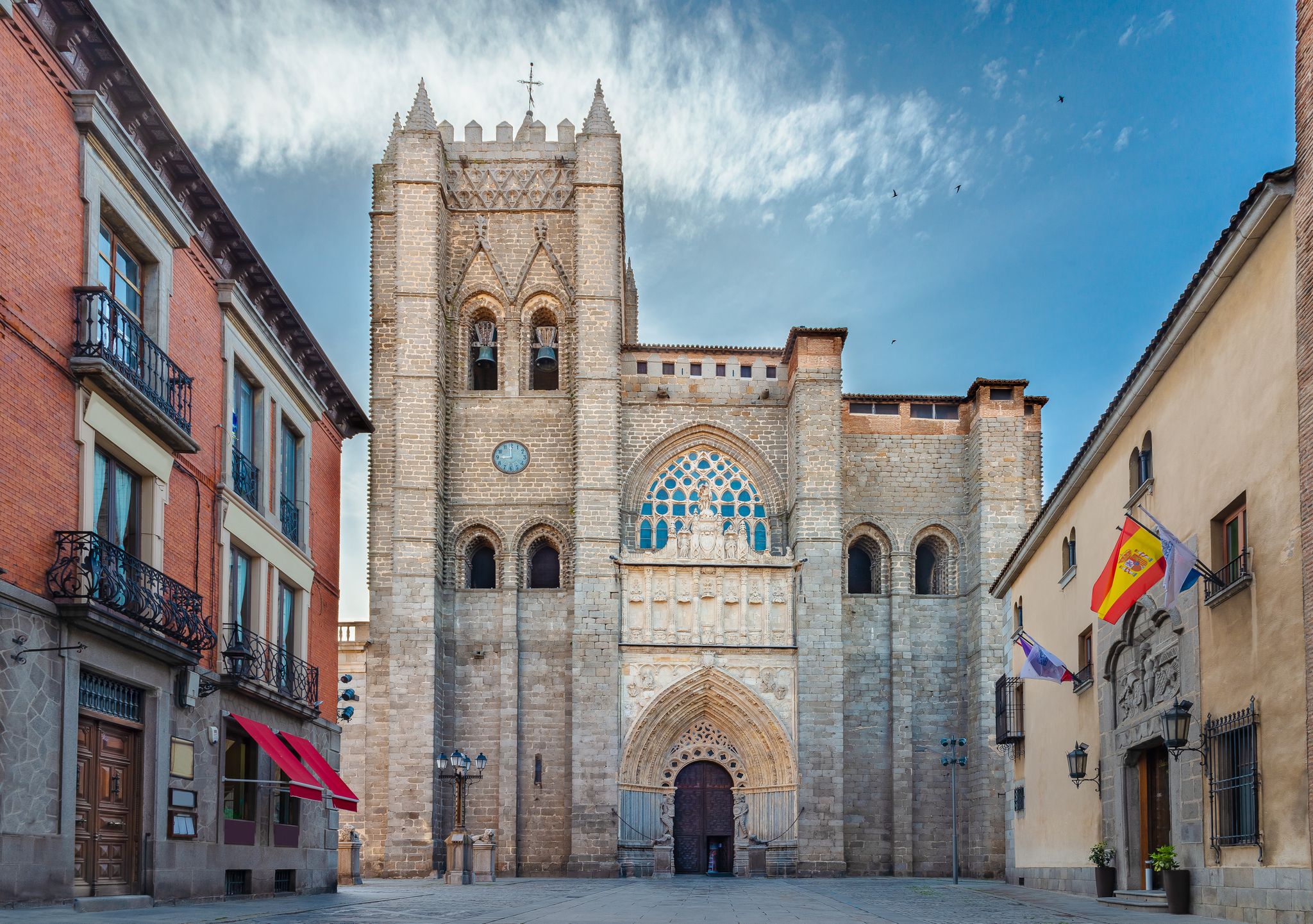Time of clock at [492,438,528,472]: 8:59
